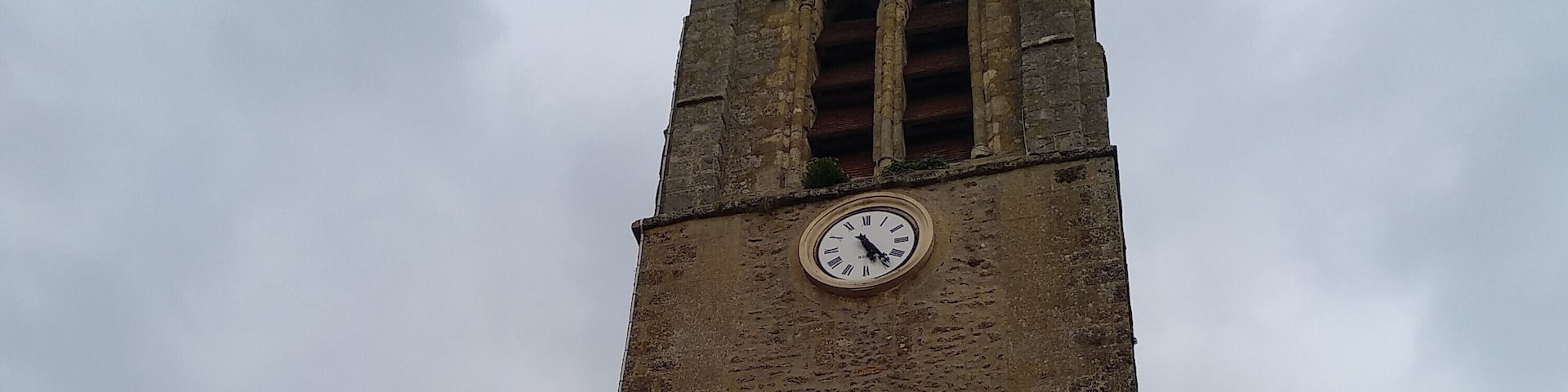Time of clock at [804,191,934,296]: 5:24
